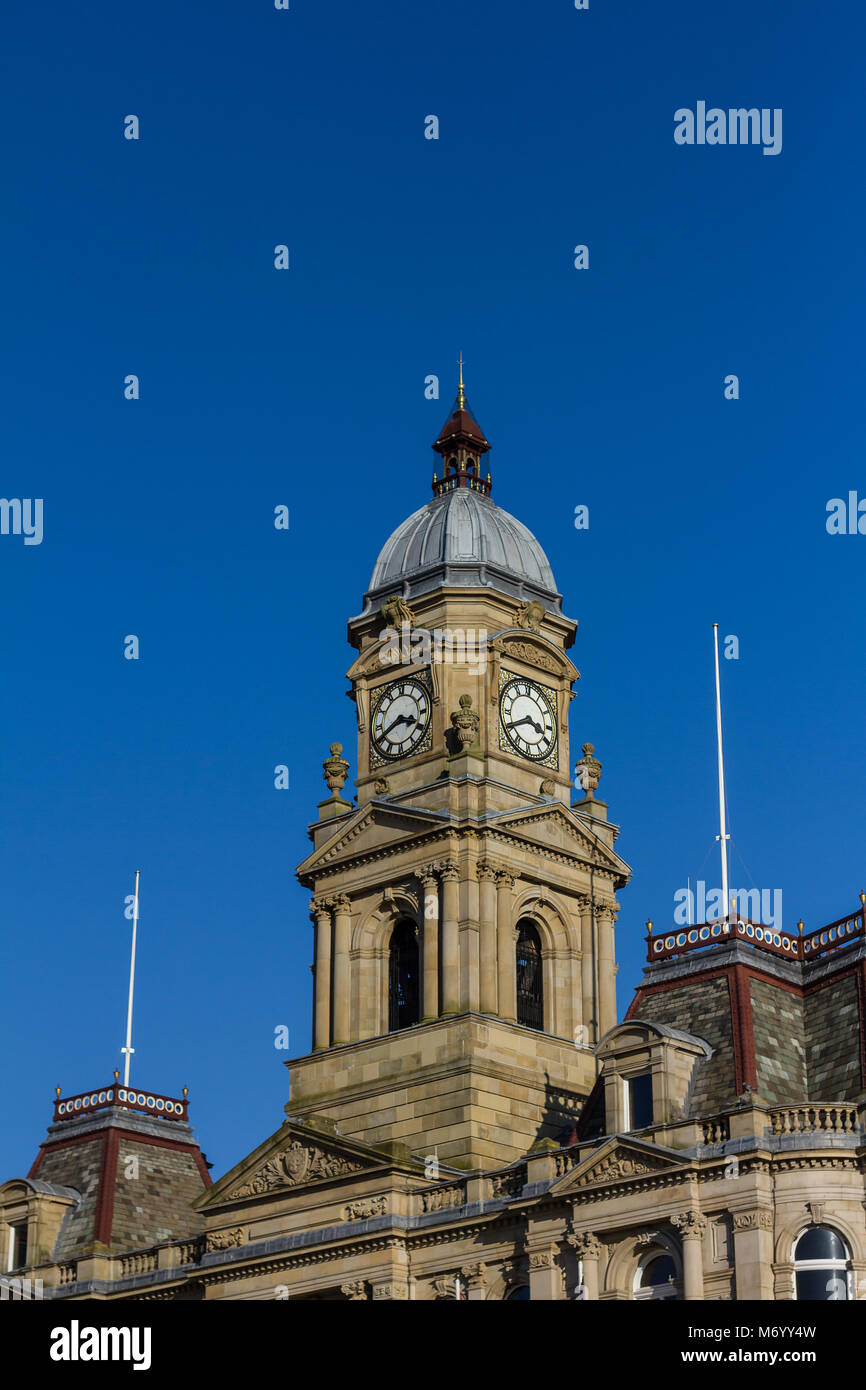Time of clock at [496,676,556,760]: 3:40
